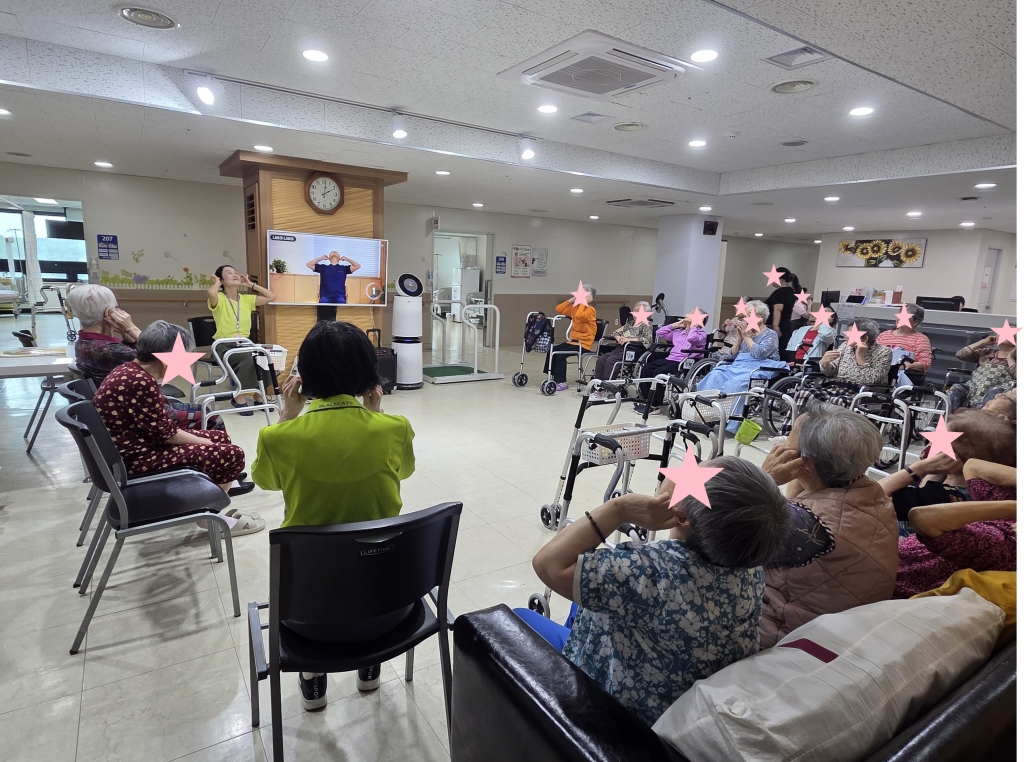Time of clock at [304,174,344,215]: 2:01
